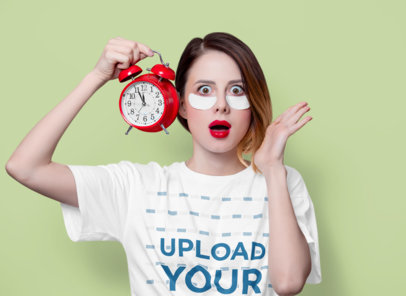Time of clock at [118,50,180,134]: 11:55
